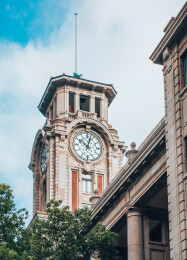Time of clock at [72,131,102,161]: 10:02
